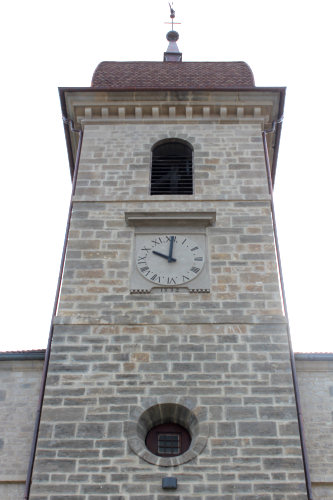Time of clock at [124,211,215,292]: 10:00
